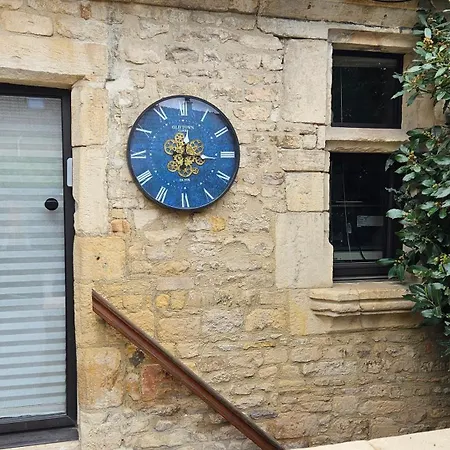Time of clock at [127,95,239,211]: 12:16
